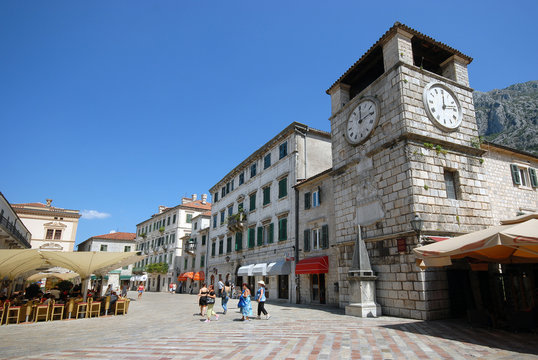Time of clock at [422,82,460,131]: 12:12
